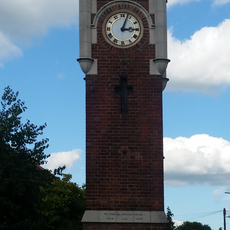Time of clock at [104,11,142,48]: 3:03
